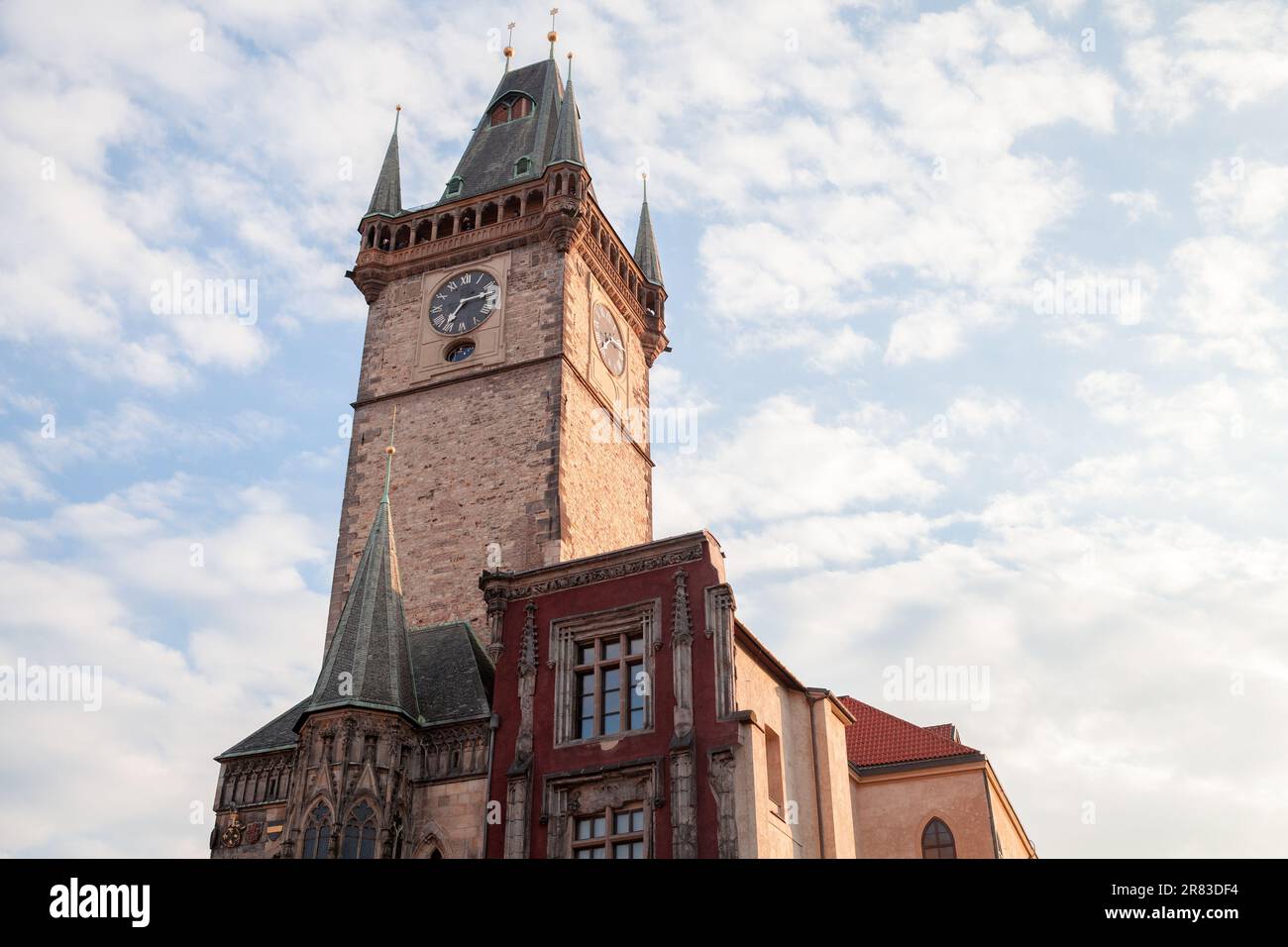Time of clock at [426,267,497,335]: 7:13
